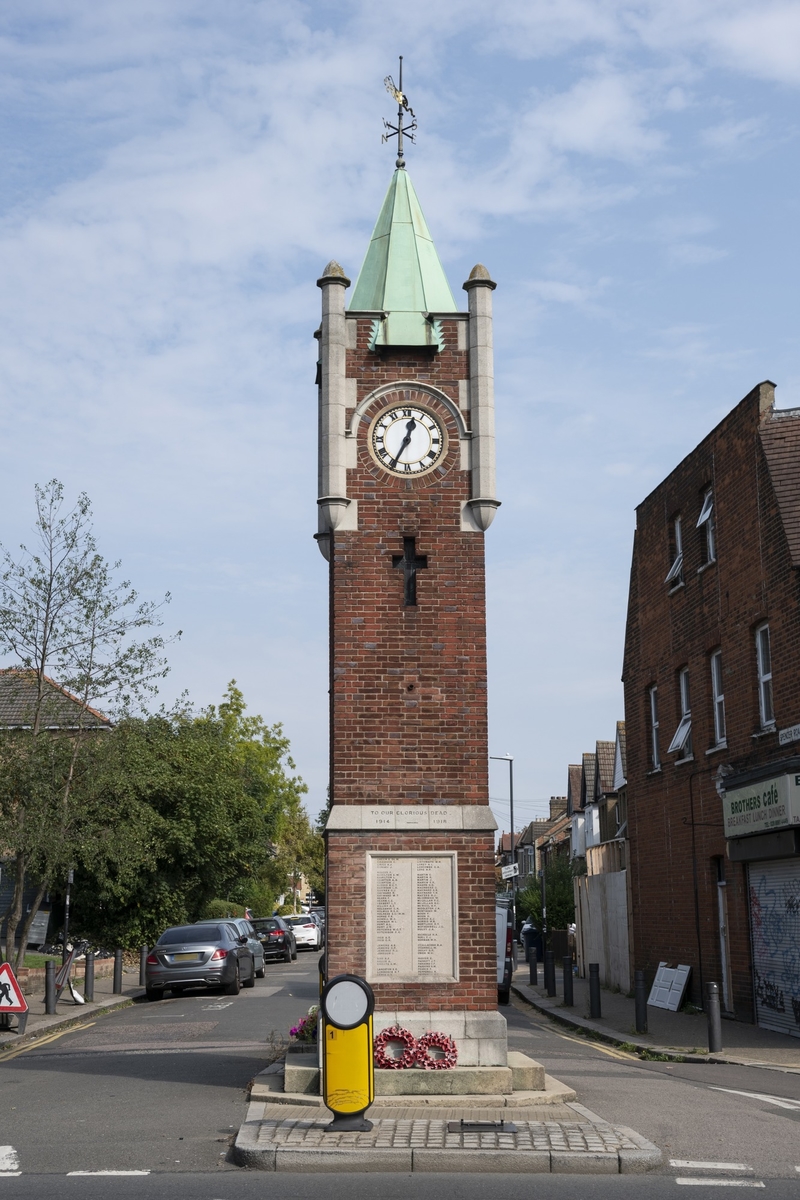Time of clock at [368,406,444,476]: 12:34
